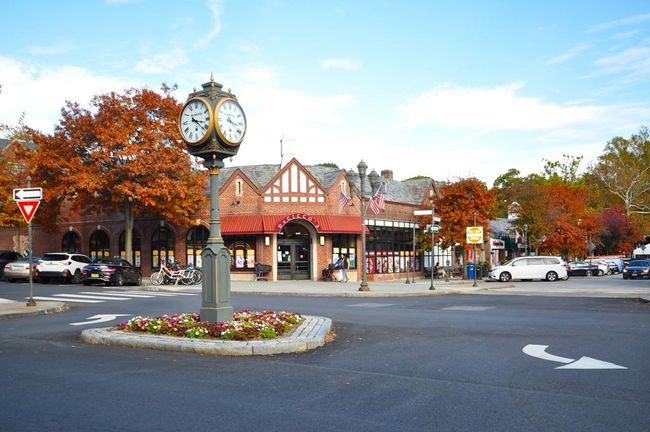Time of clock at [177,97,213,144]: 3:21
